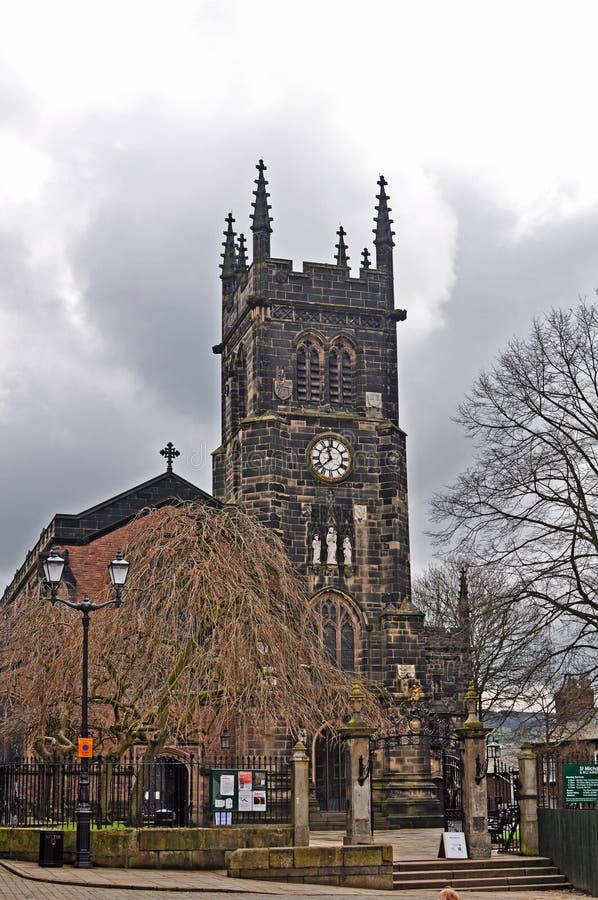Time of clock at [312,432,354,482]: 11:37
